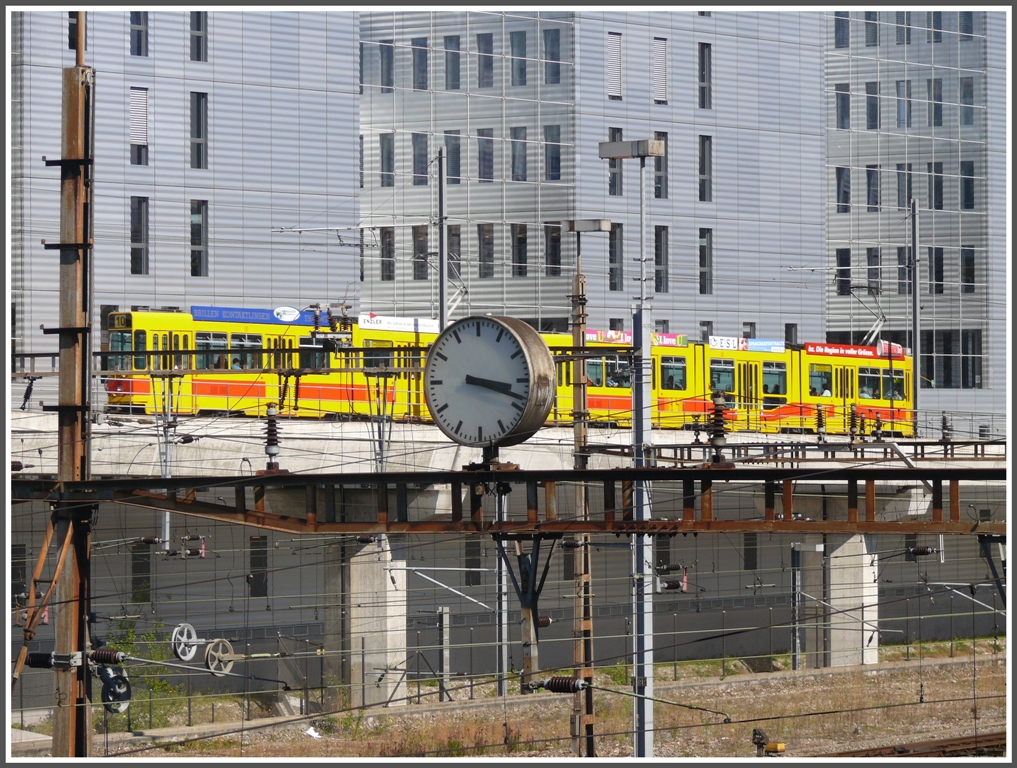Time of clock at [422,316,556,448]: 3:18
